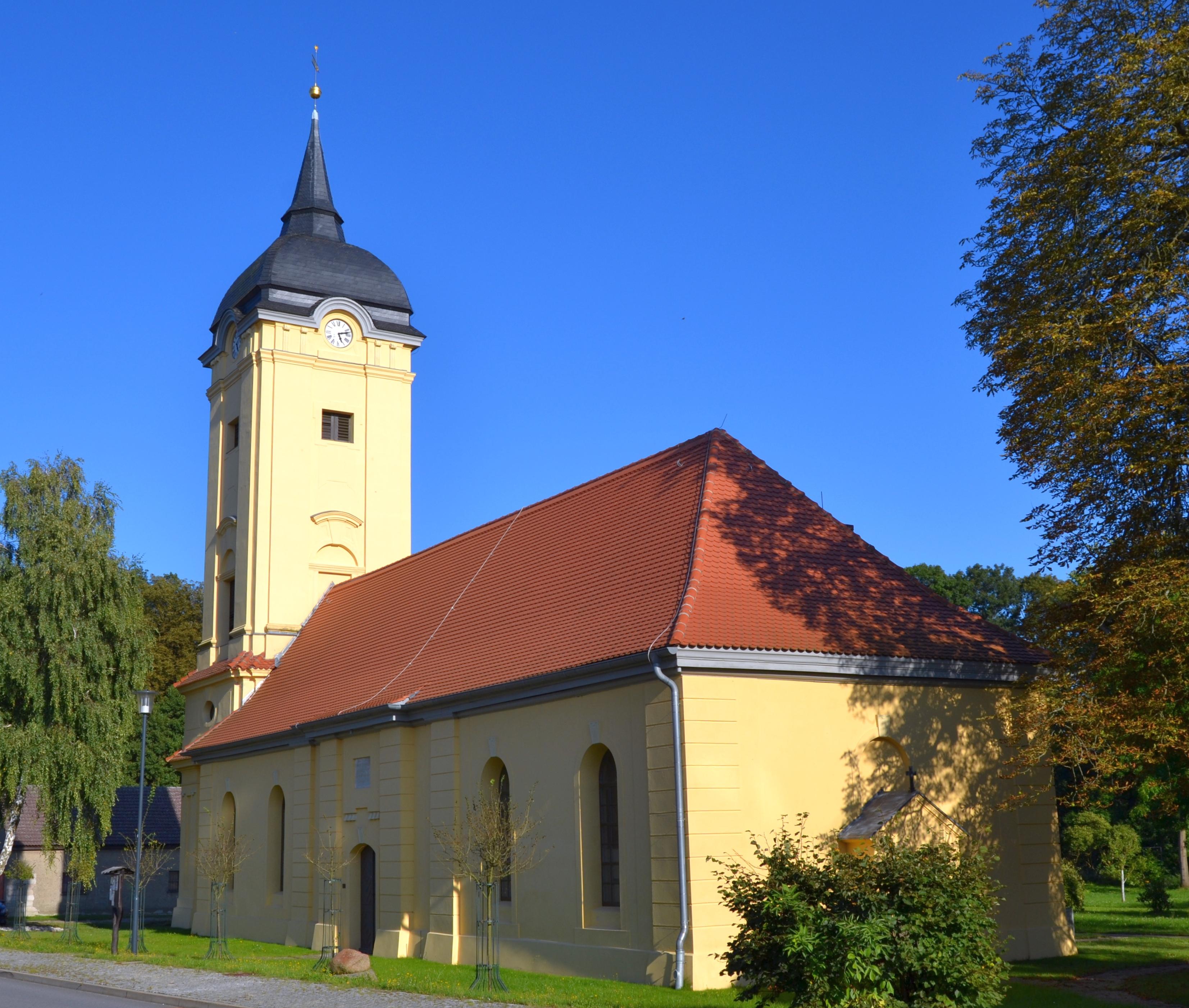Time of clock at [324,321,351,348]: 5:12
